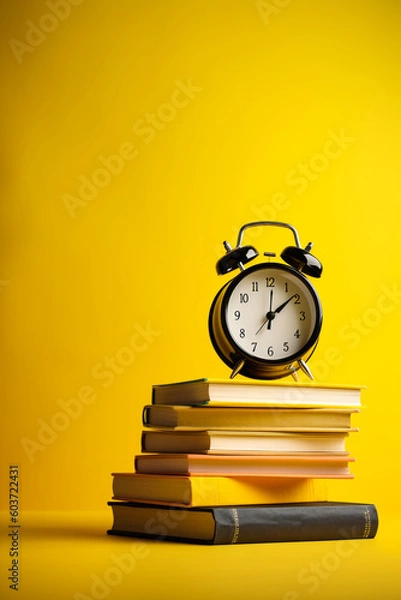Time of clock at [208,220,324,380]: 12:08
